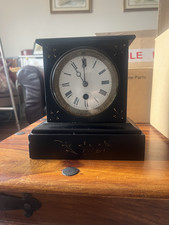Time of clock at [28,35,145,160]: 10:59
